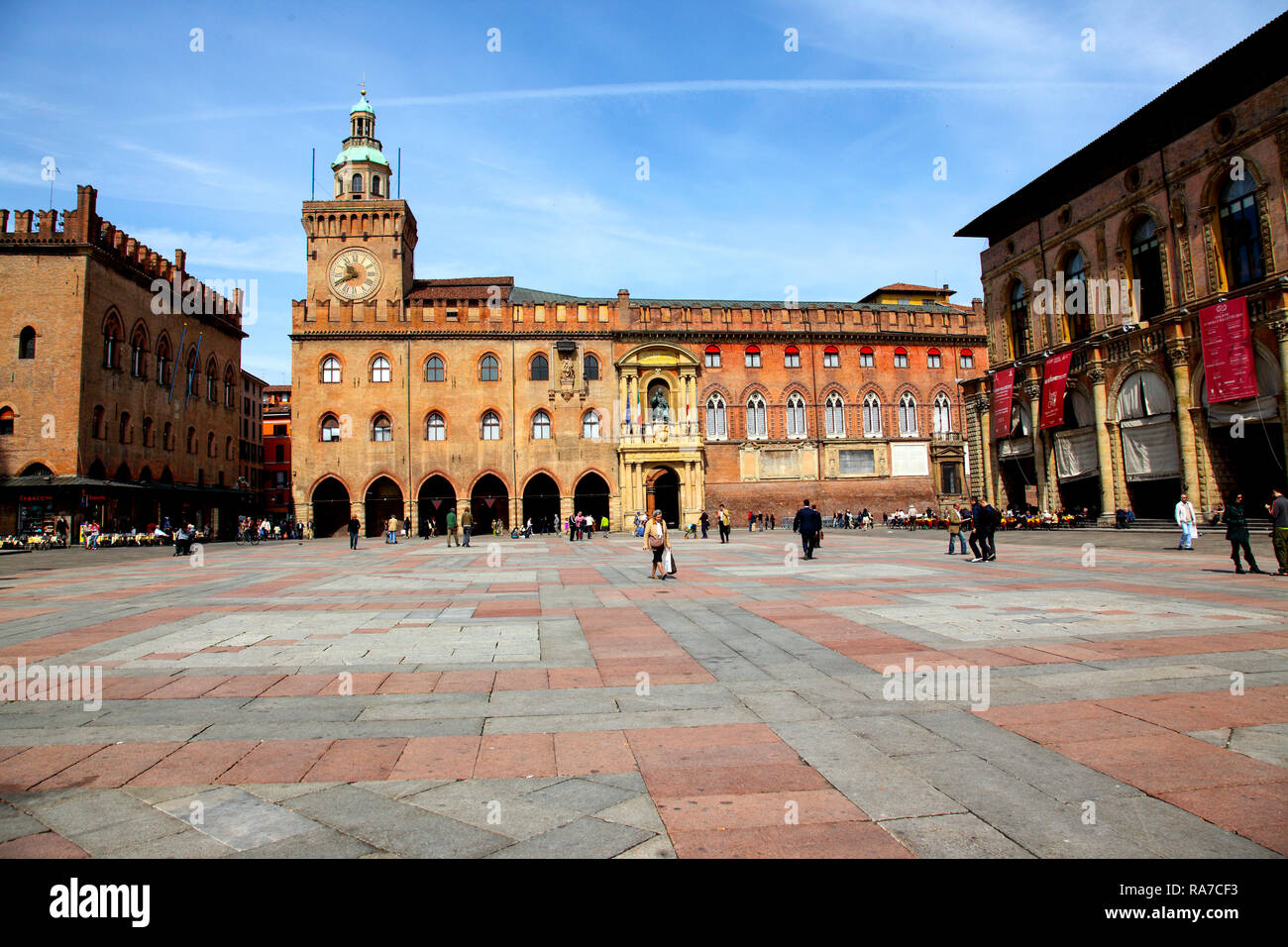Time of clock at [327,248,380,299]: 10:41
